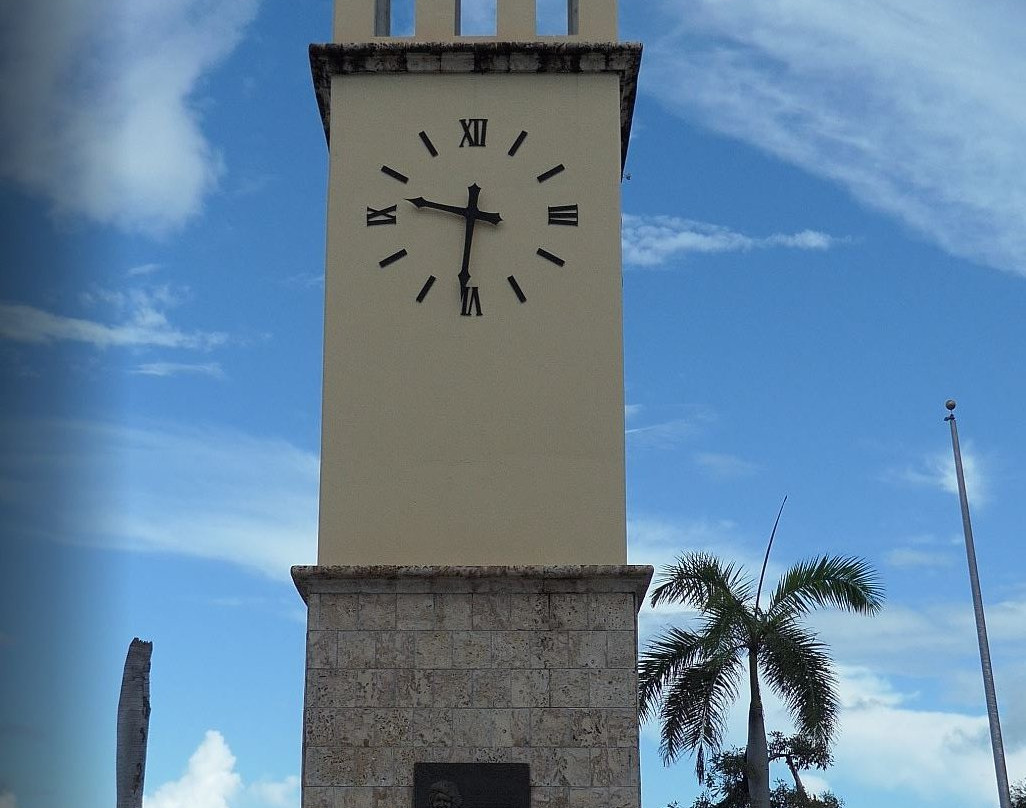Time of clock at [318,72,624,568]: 9:31
